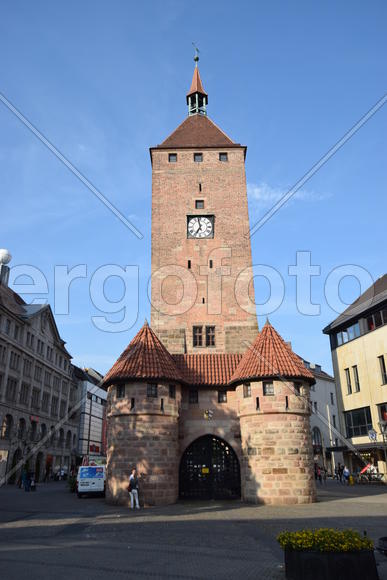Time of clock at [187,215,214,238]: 6:57
